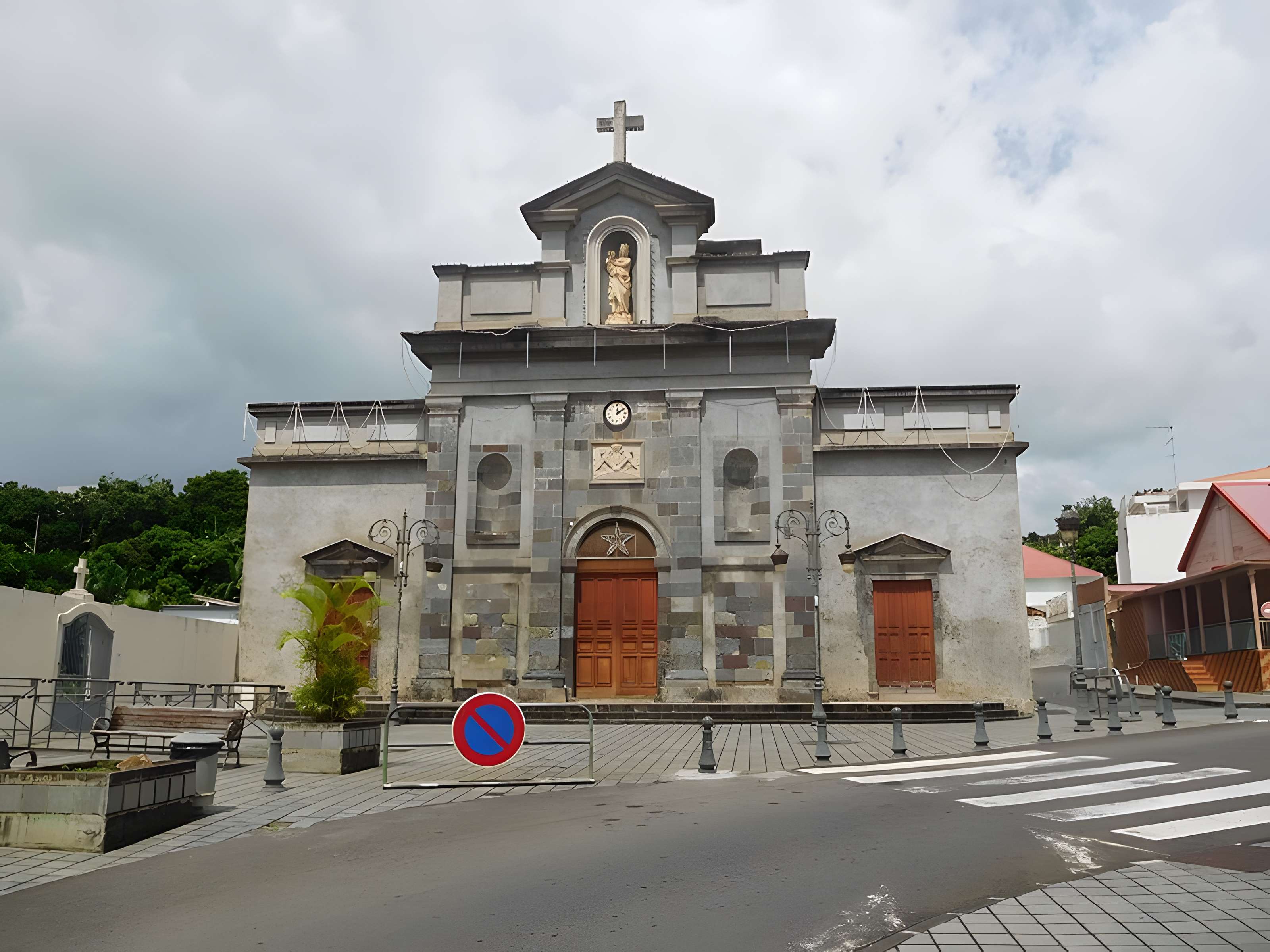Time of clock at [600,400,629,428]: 12:09
